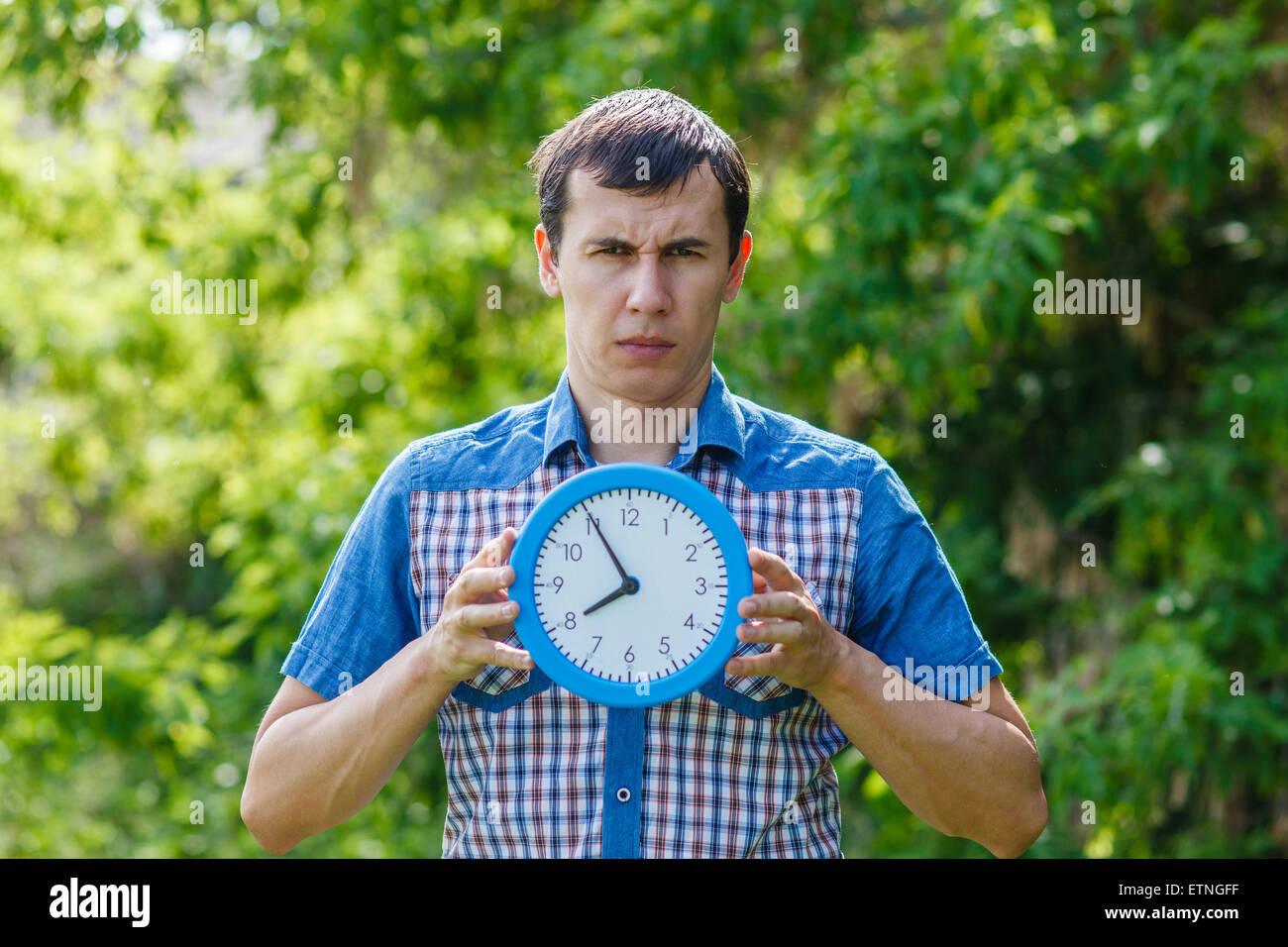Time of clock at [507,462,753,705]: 7:54
